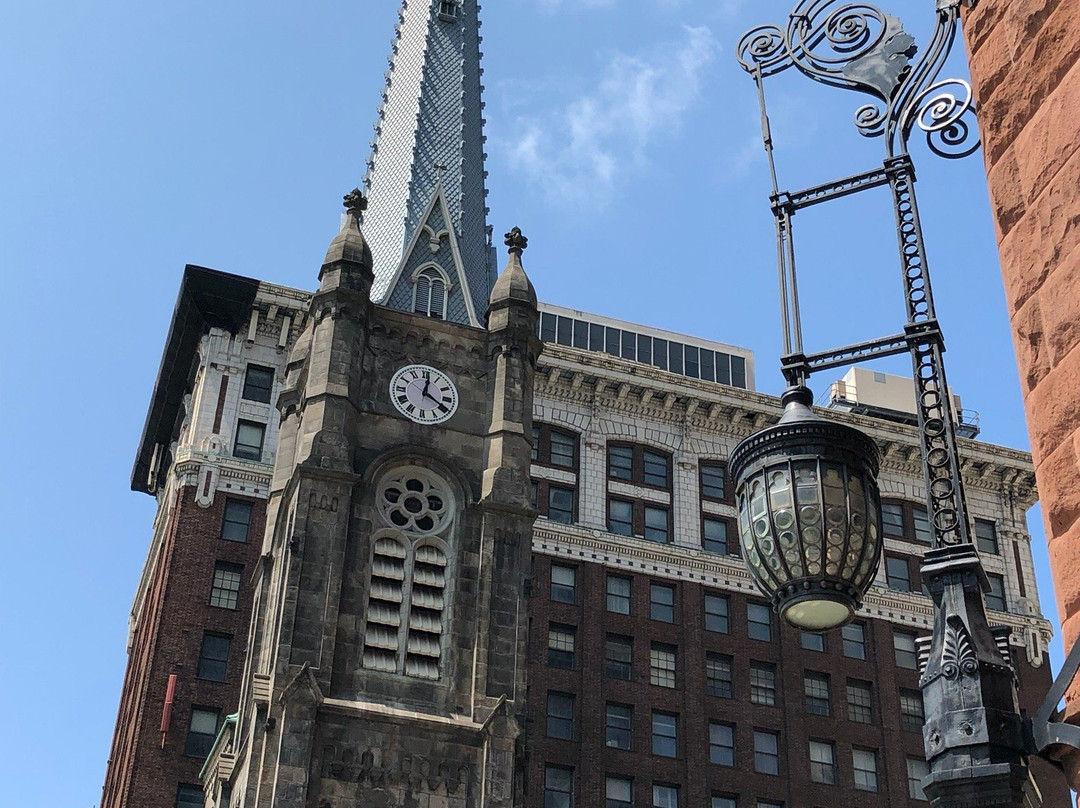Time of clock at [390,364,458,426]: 12:19
